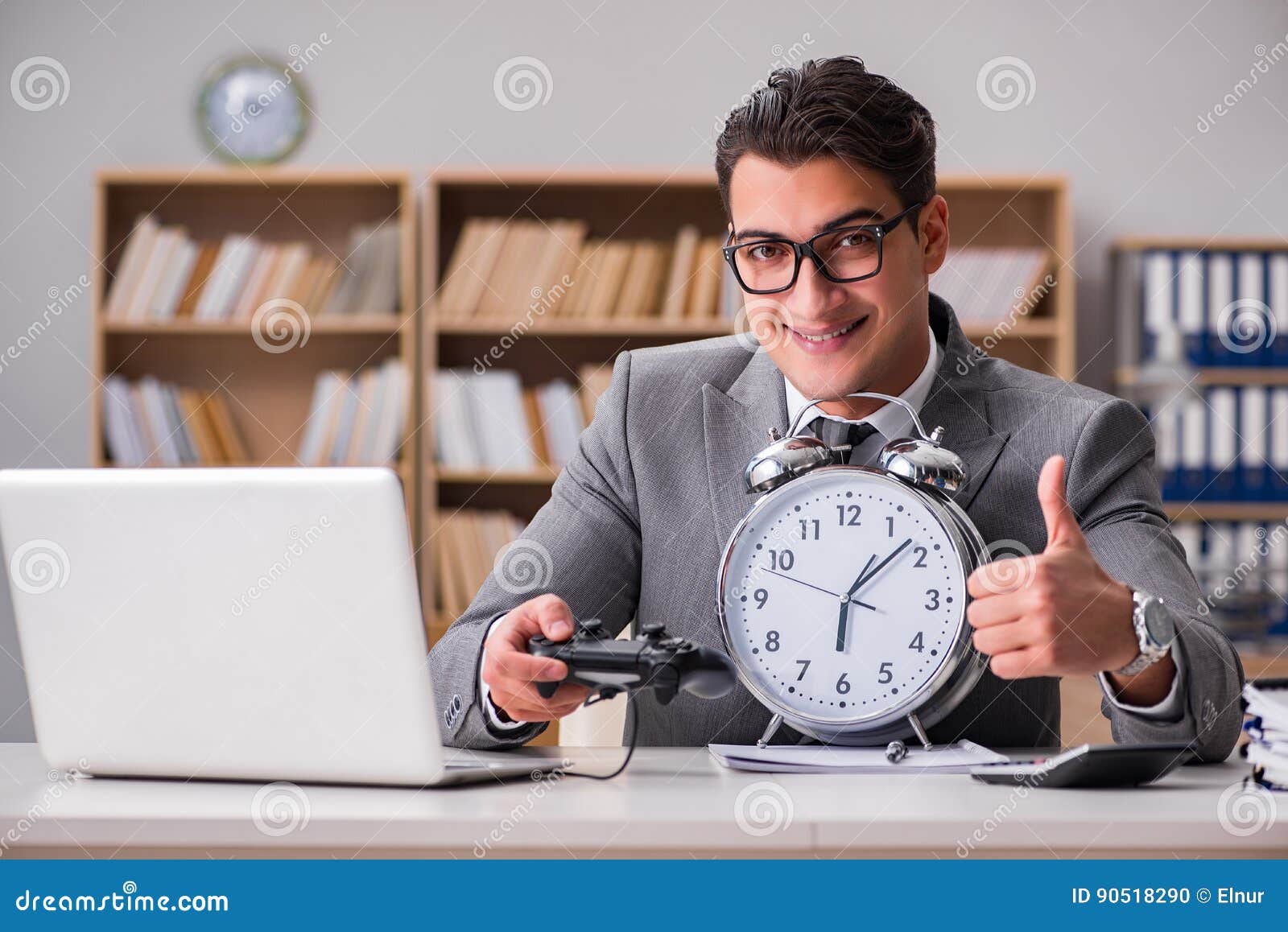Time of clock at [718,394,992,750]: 6:07
